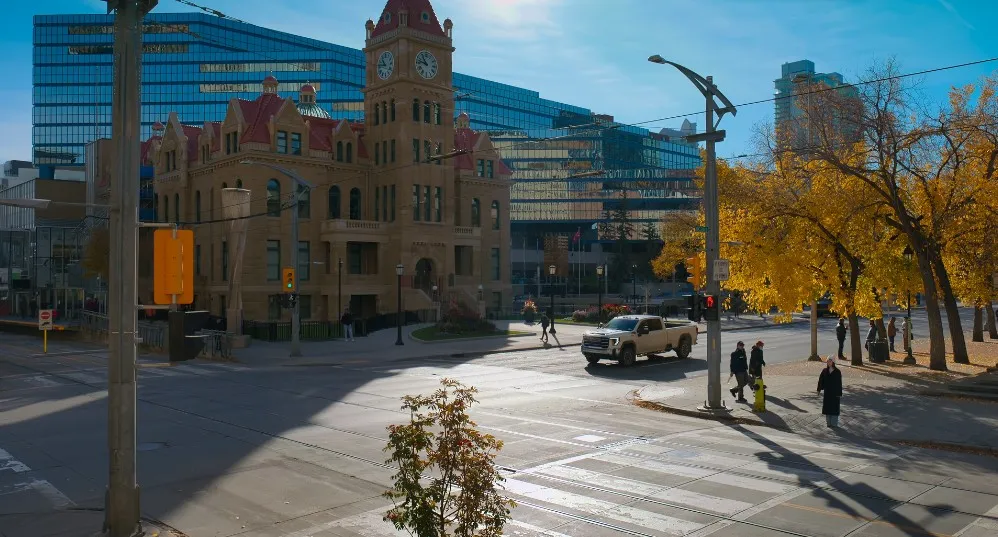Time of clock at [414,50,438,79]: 10:47
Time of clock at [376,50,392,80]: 10:45
